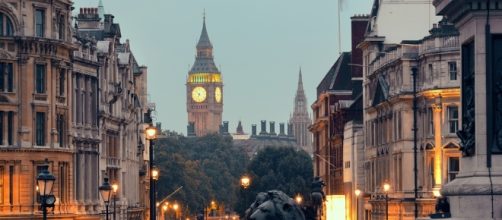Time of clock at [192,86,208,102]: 6:52
